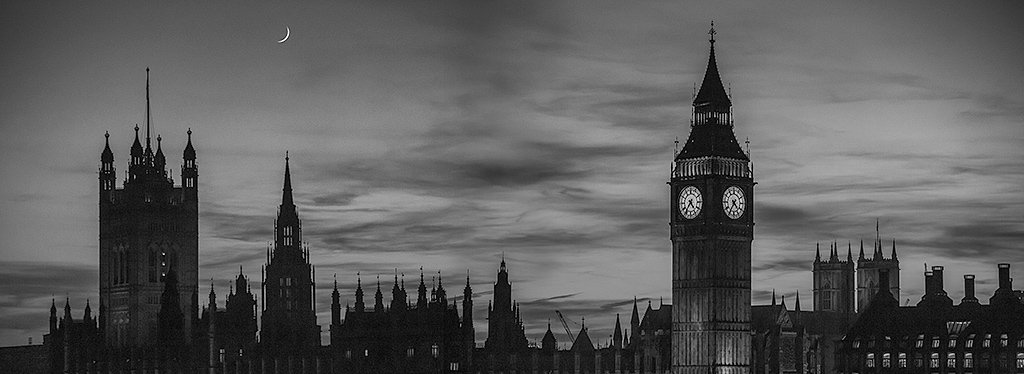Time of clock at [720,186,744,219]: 4:35
